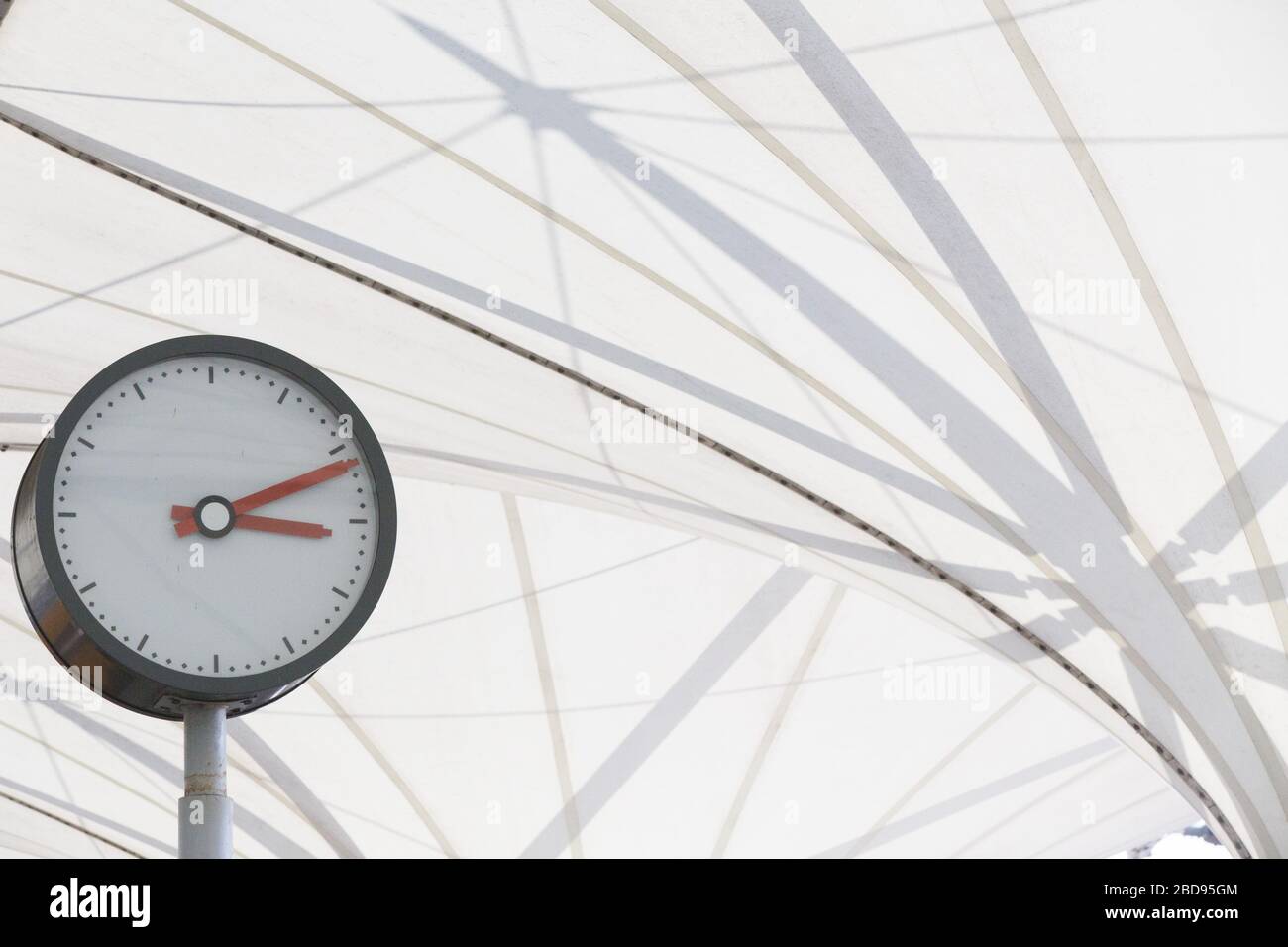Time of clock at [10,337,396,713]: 3:11
